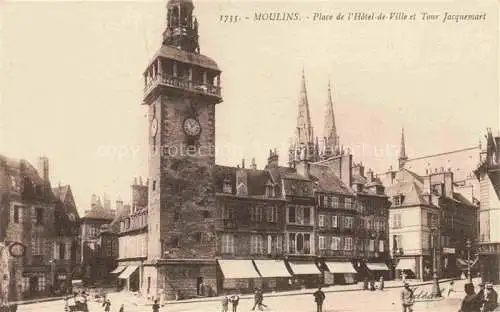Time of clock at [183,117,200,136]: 11:07
